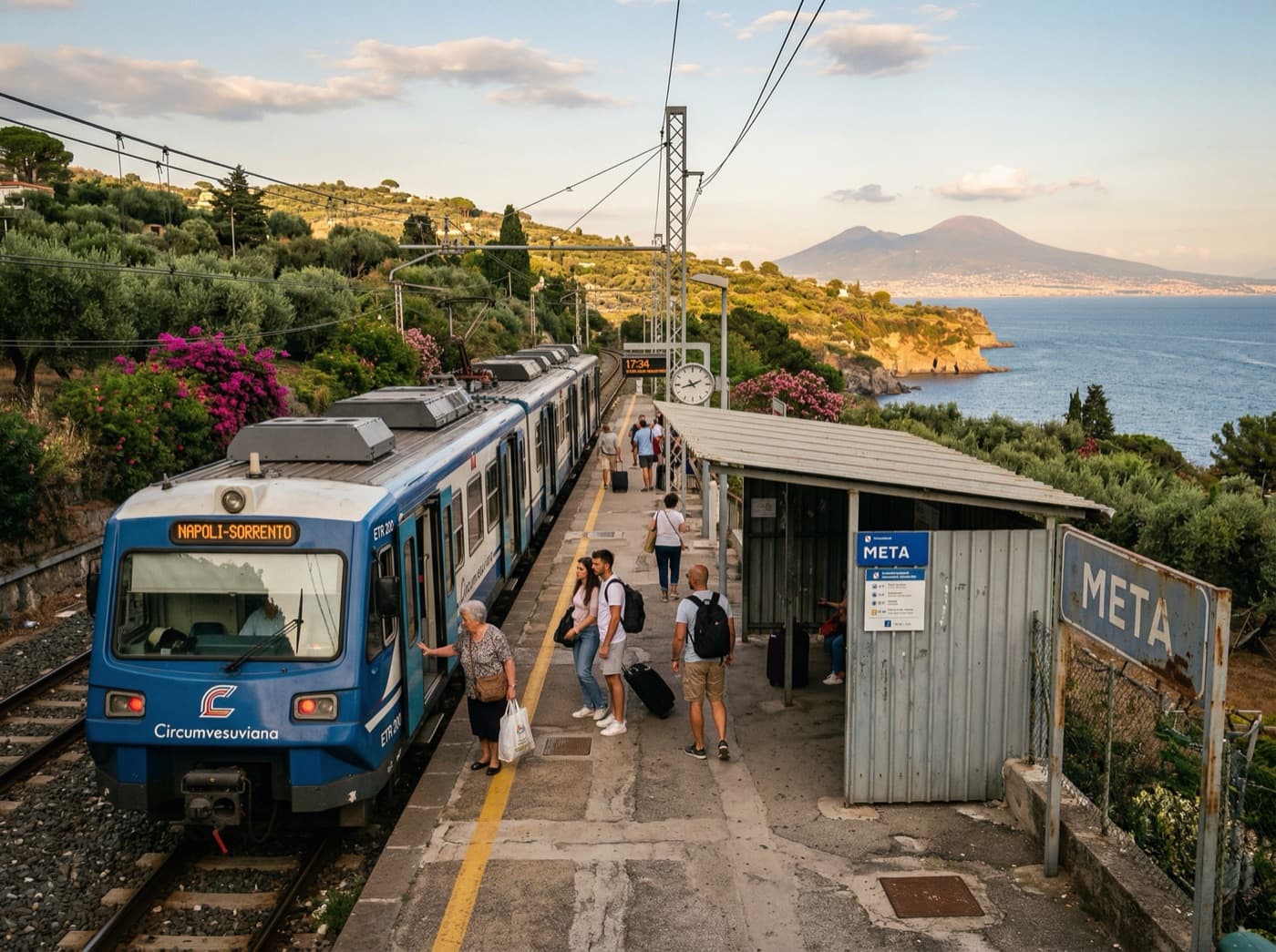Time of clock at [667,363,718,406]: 10:42
